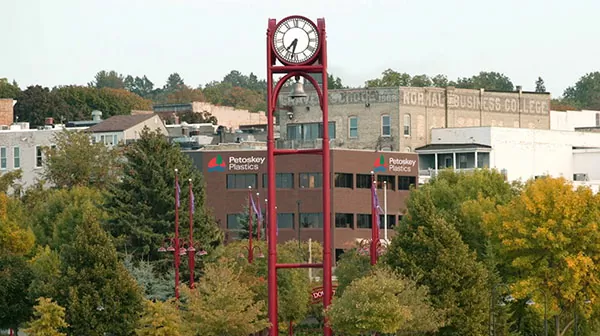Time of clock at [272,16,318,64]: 7:32
